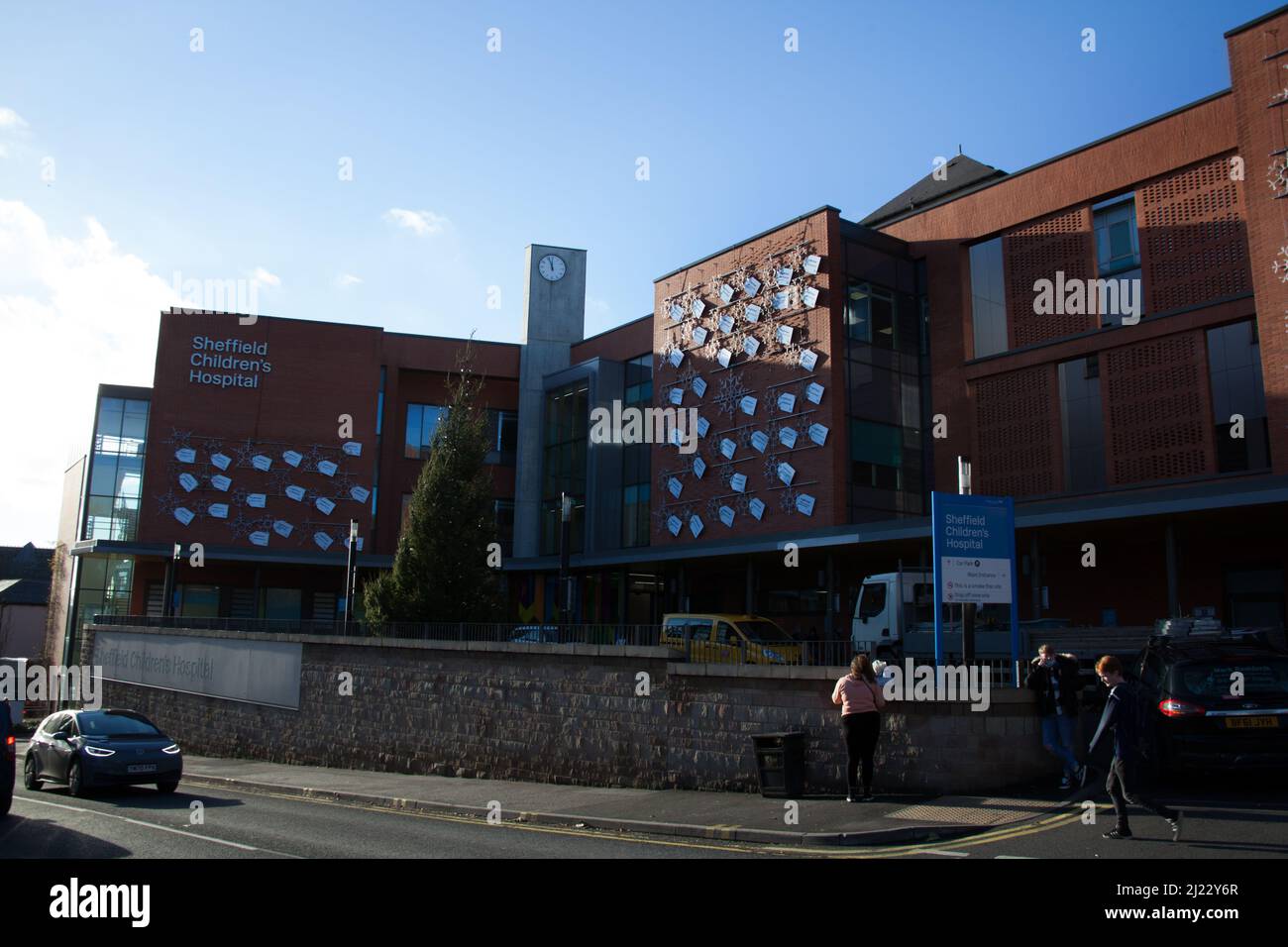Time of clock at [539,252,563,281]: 11:56
